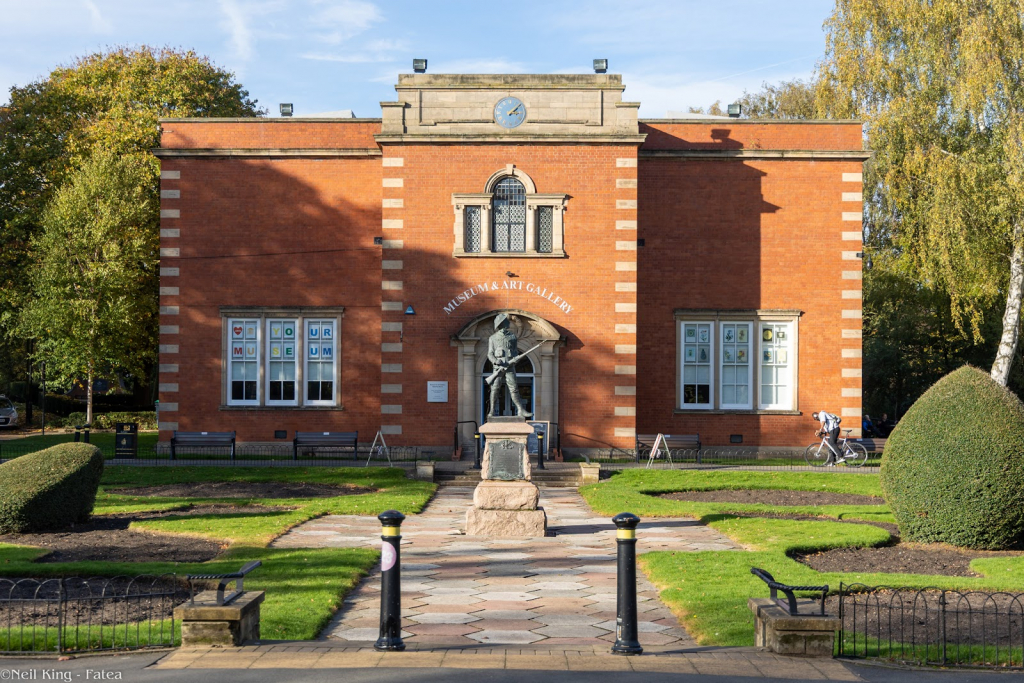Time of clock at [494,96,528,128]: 3:08
